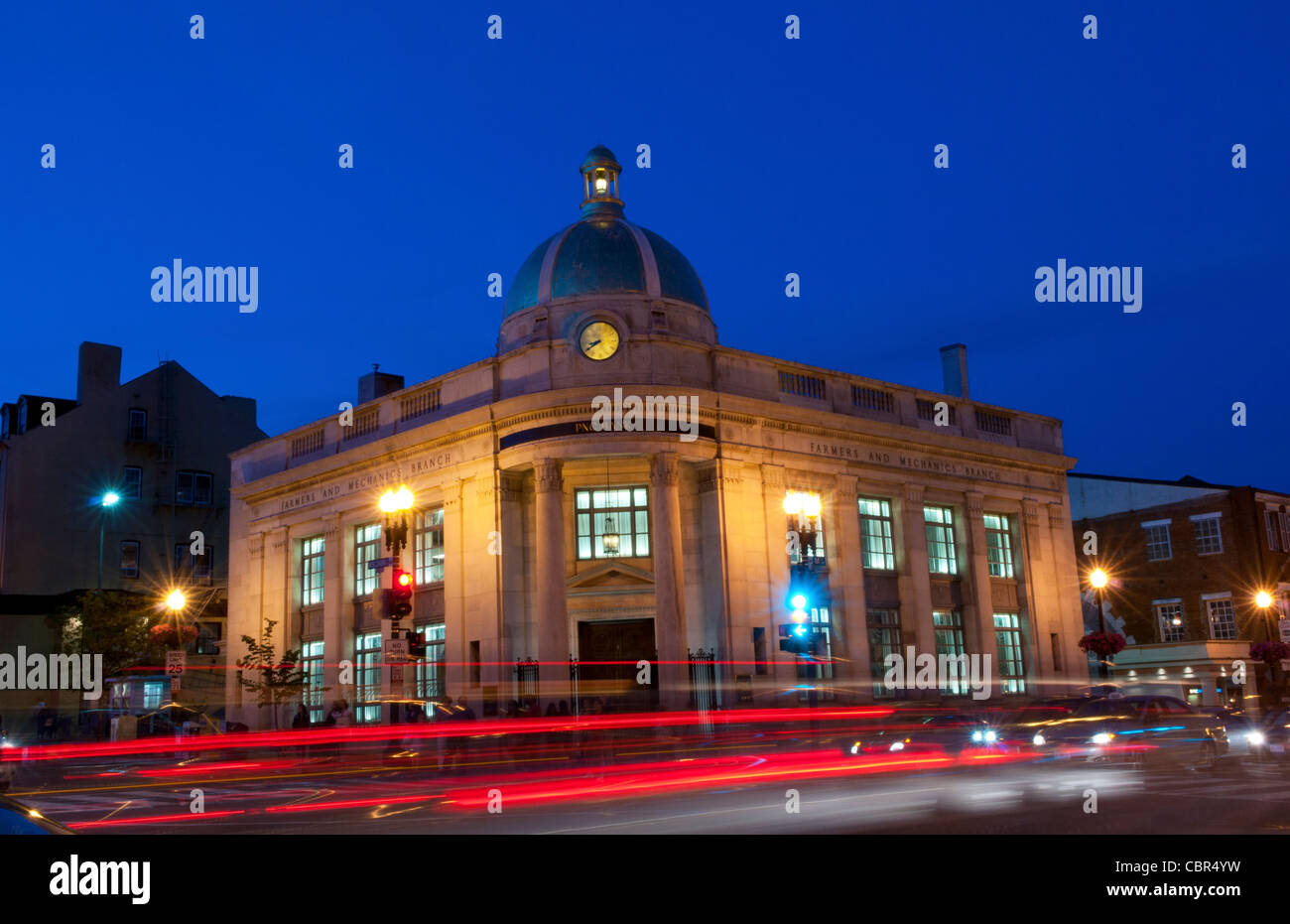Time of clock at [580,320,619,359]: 8:39
